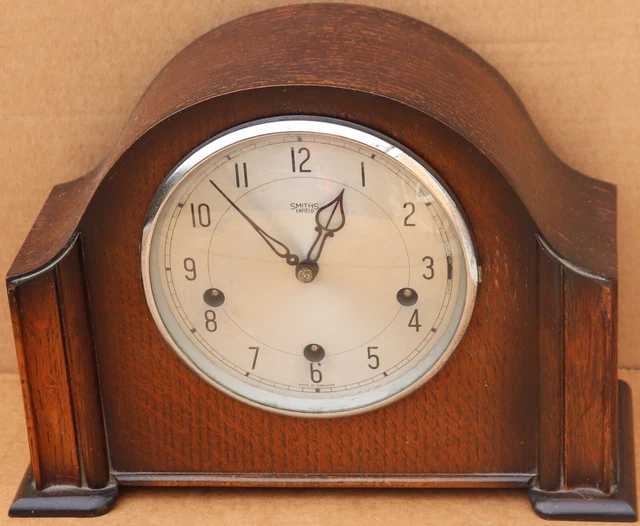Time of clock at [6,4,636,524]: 12:52
